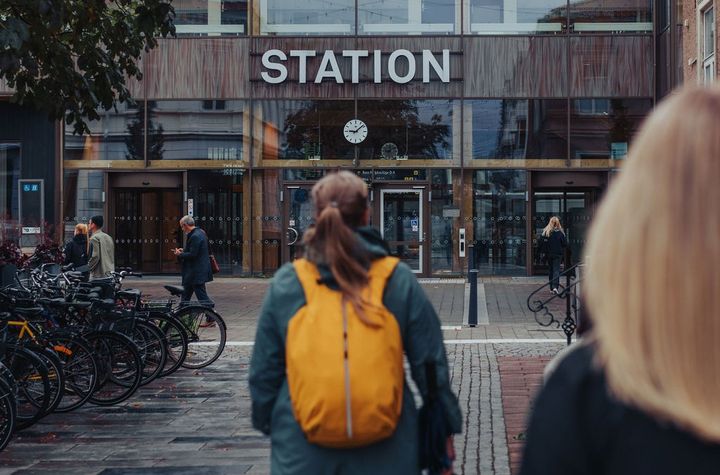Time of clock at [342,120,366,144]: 9:08
